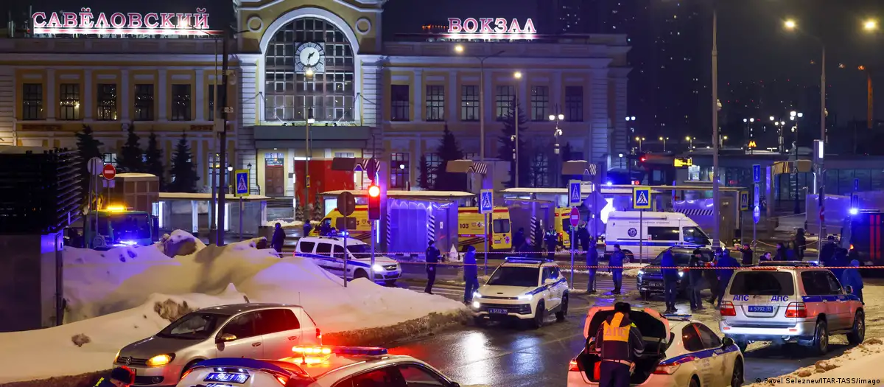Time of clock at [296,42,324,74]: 1:32
